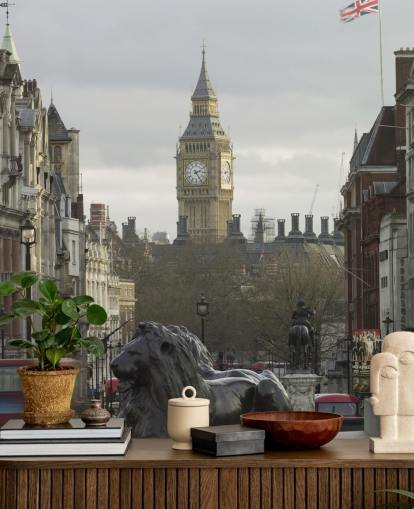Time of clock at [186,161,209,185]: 2:24
